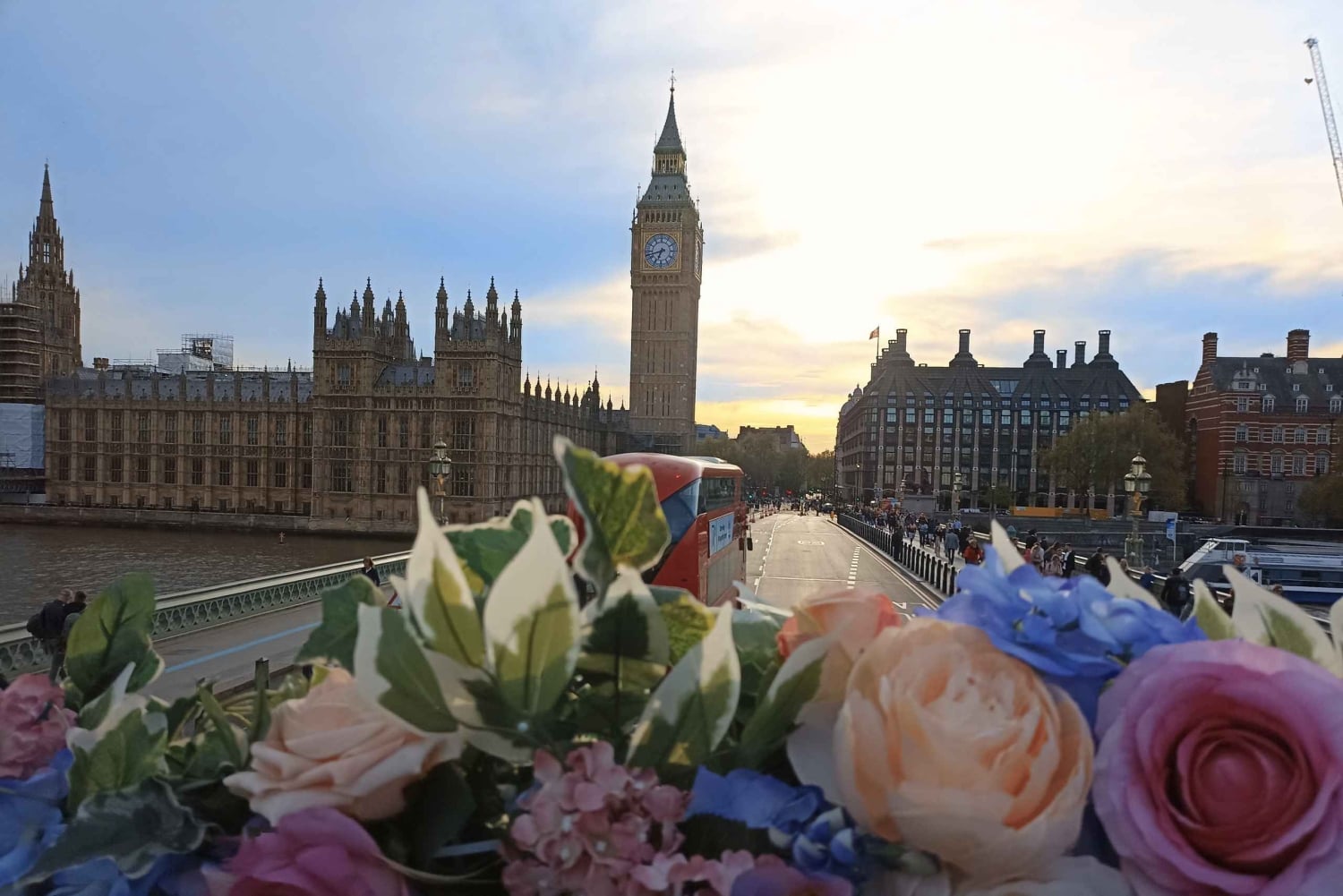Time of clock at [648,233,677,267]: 6:42
